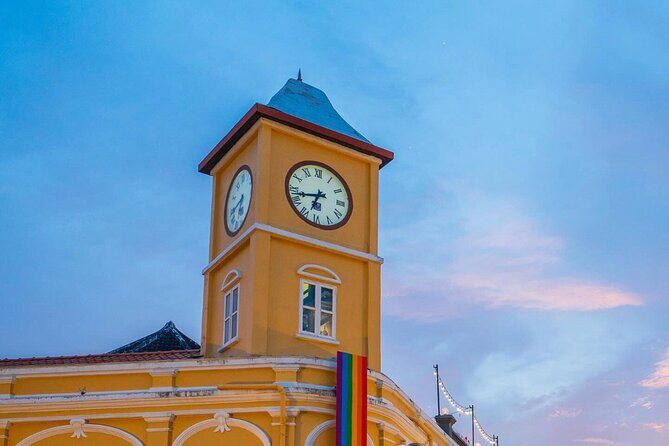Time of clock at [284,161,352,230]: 6:42
